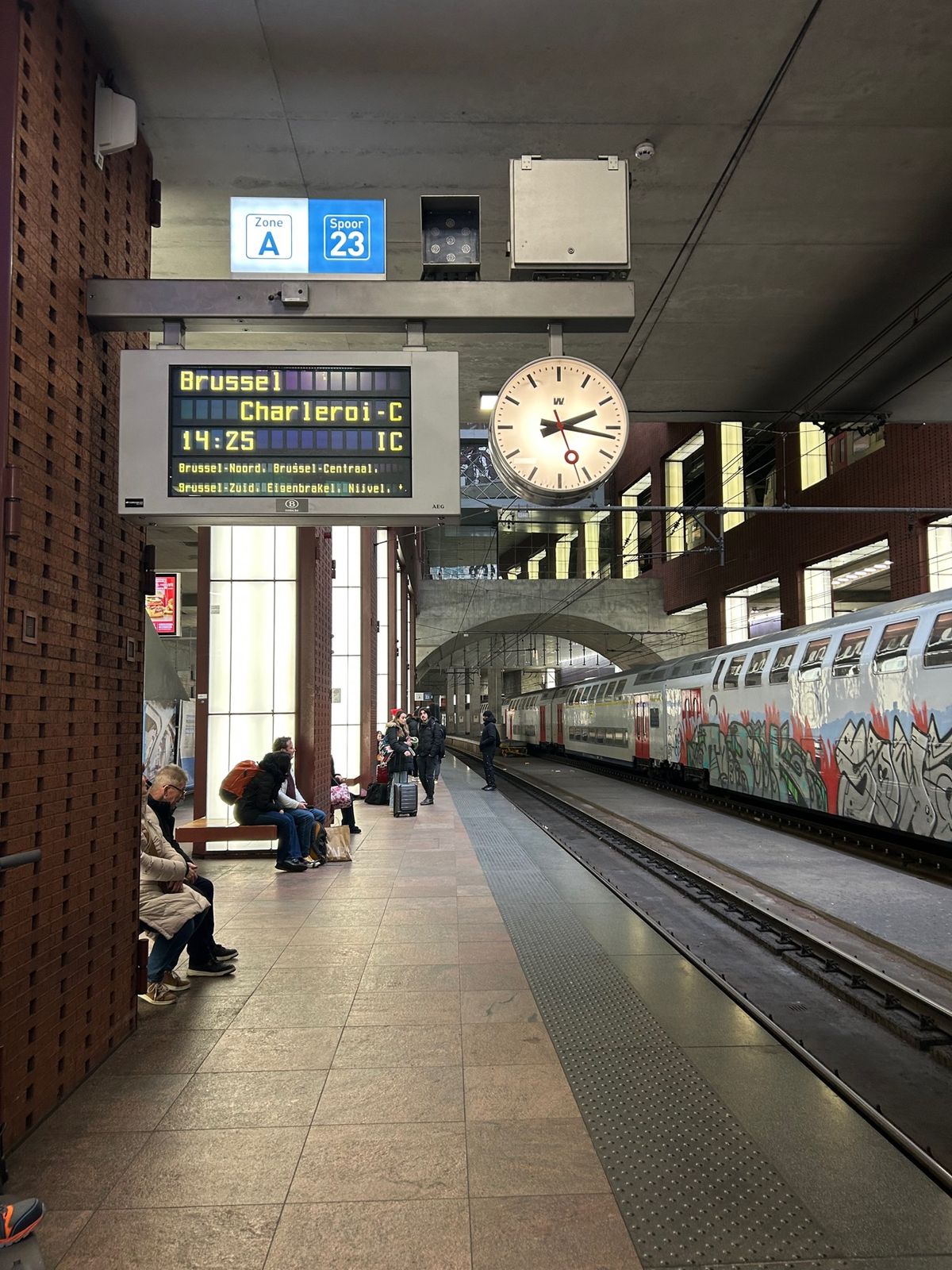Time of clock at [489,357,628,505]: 2:16
